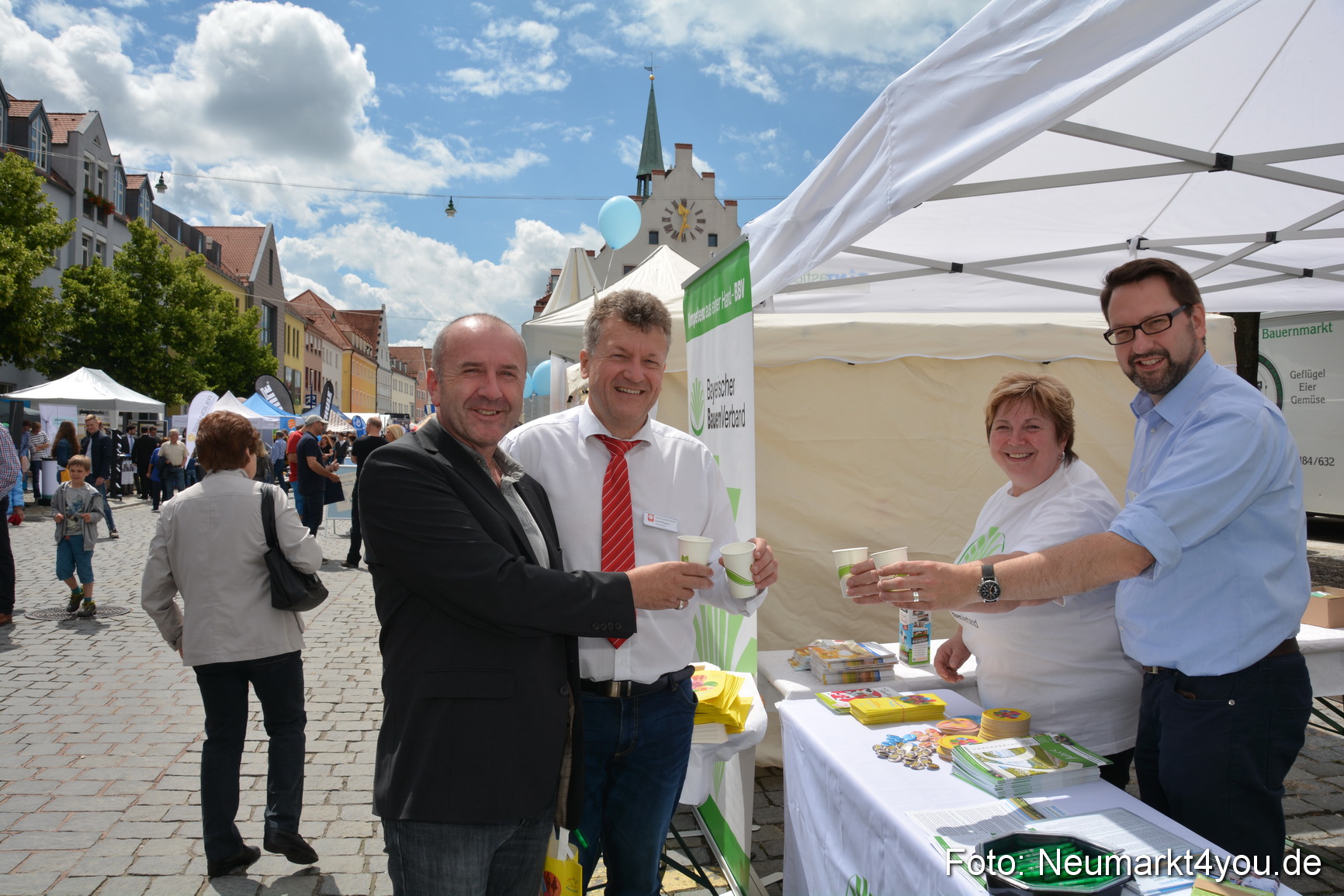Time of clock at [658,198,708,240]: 11:32
